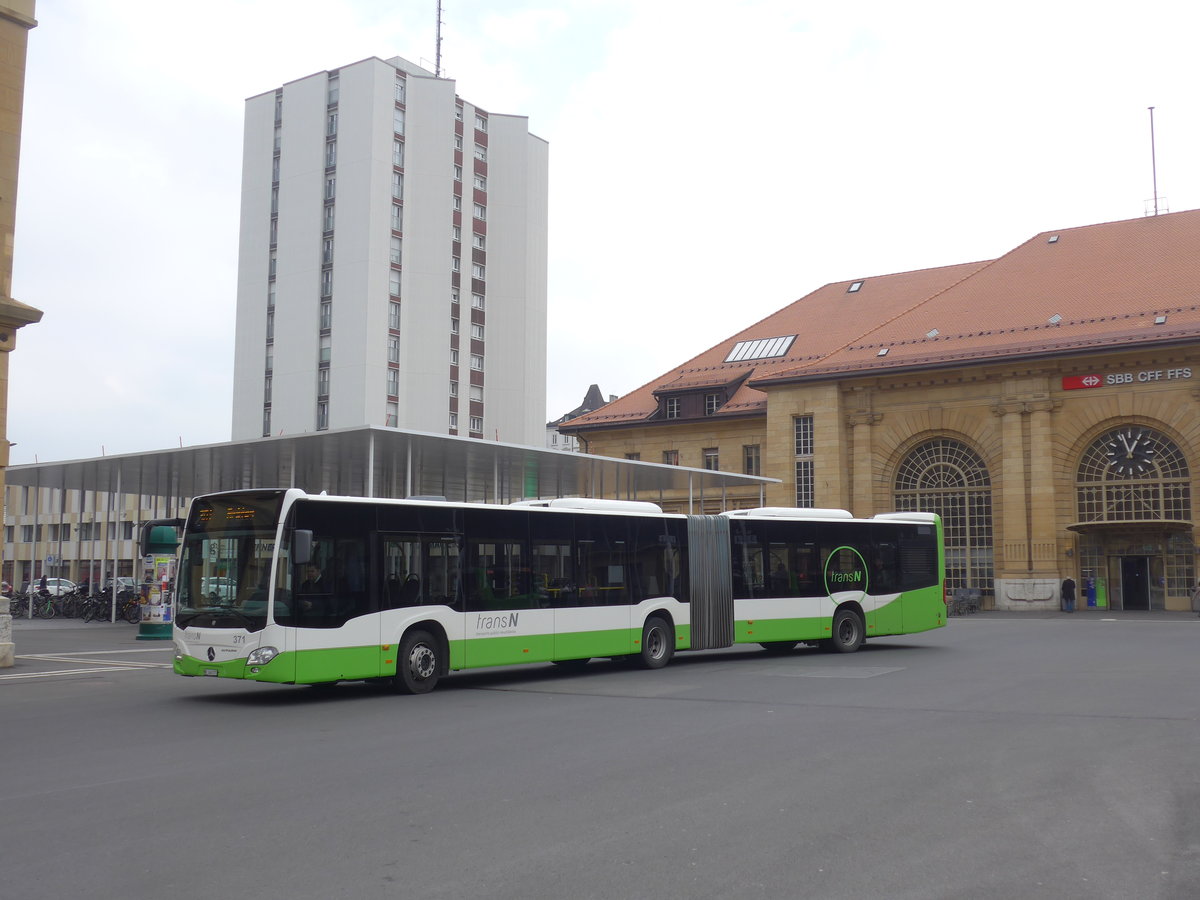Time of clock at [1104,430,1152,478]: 12:57
